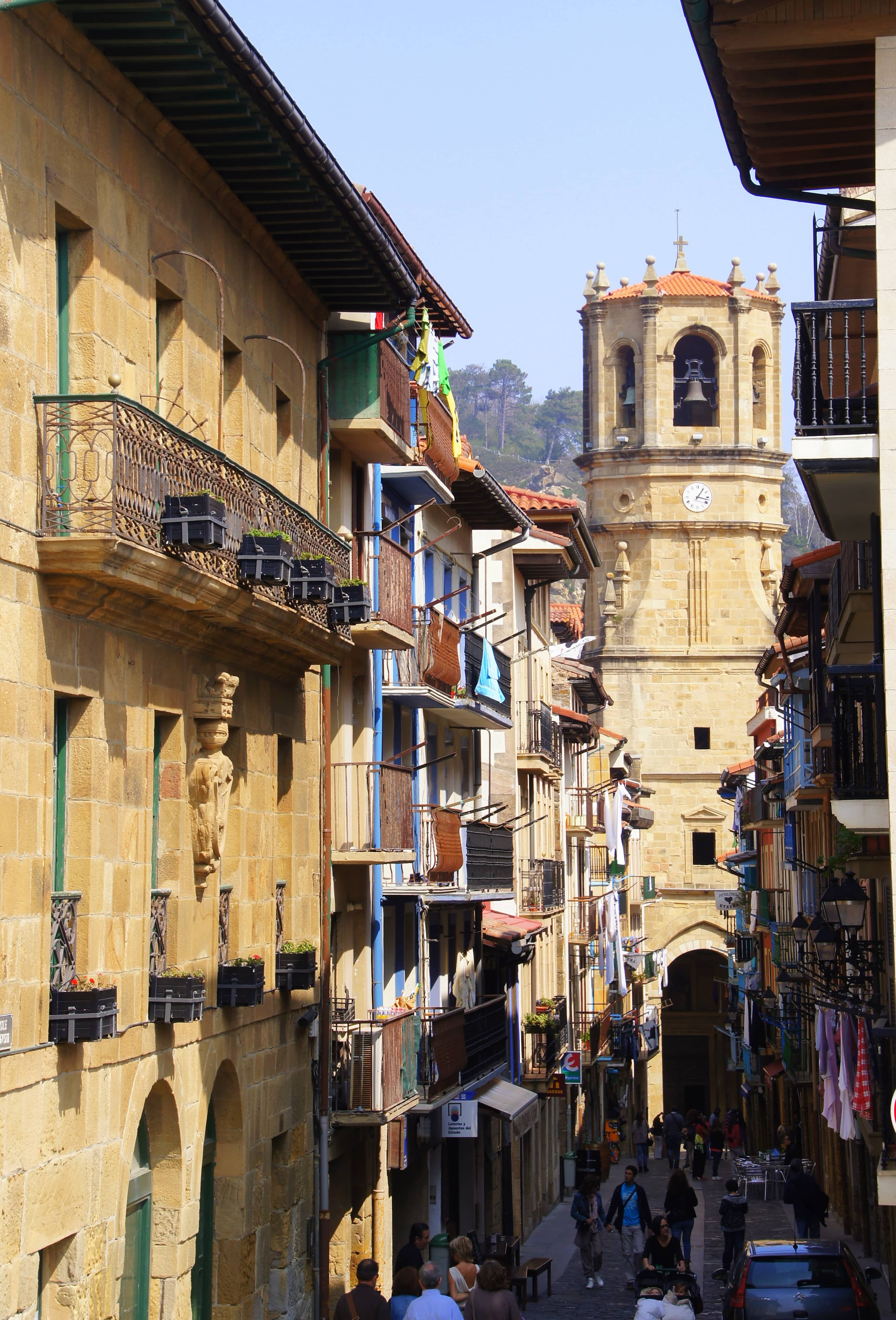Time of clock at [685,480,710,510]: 1:17
